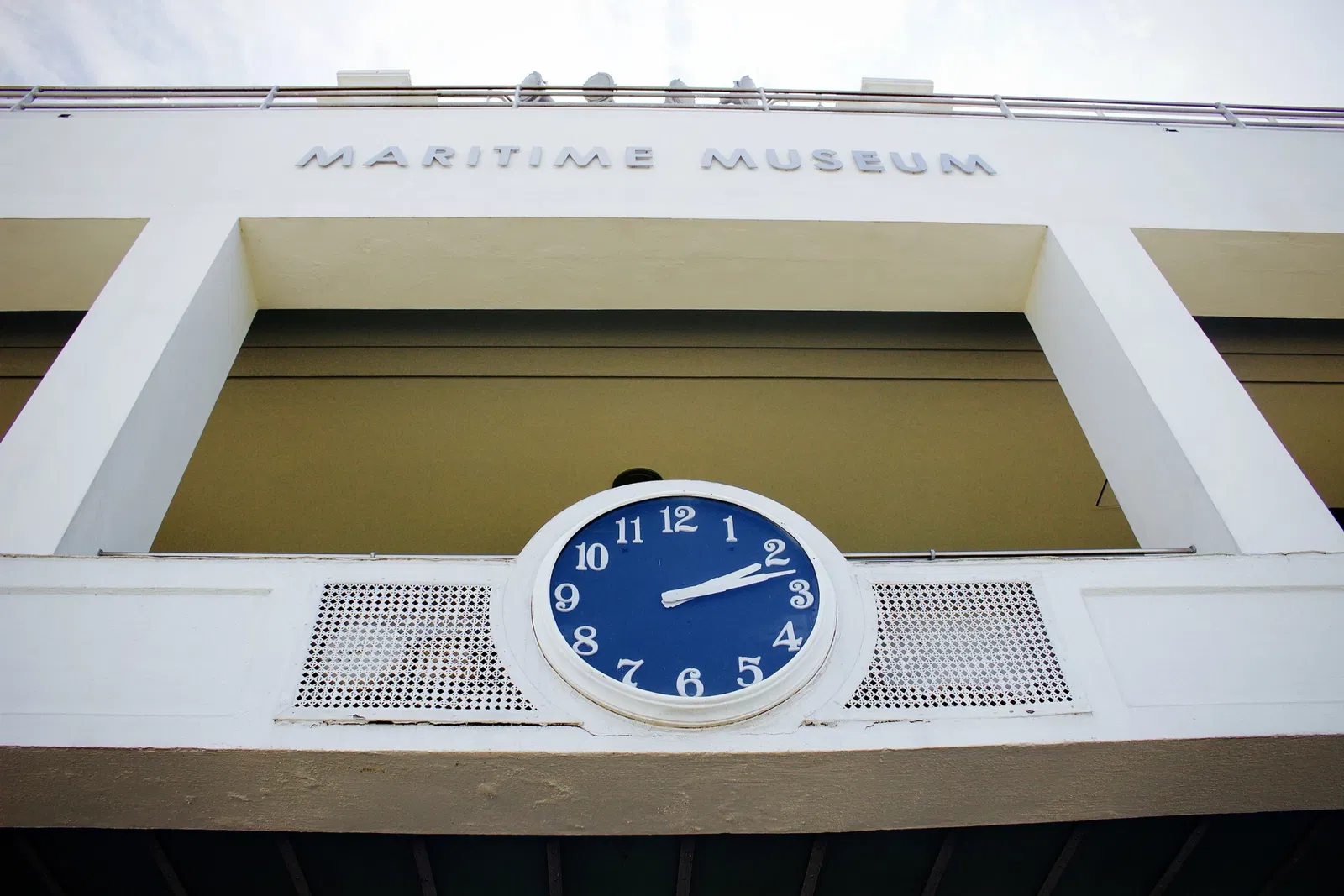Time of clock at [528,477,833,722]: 2:12
